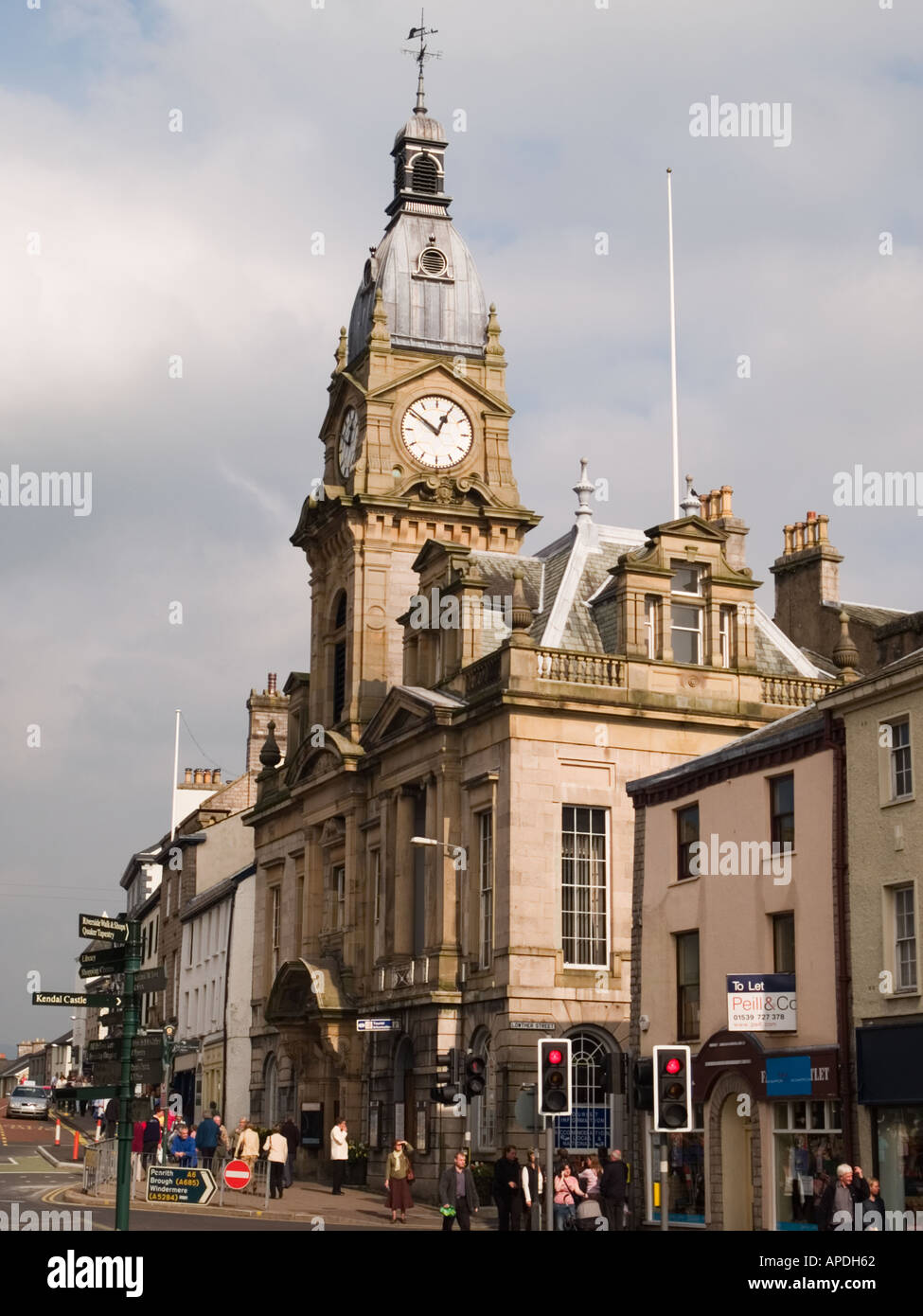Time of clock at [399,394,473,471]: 12:51
